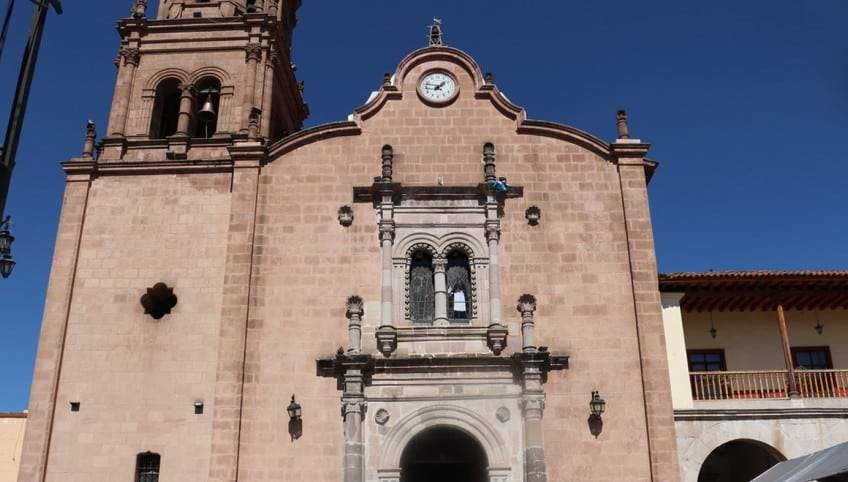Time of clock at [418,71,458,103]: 1:47
